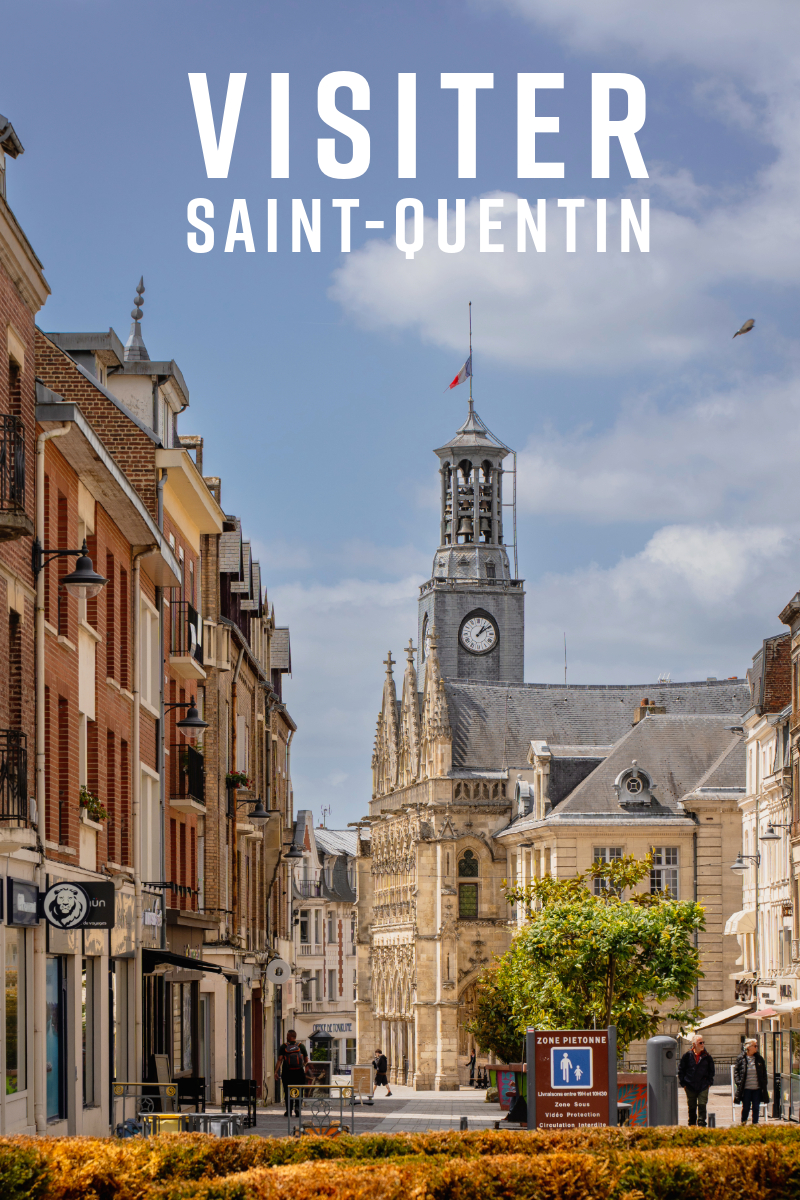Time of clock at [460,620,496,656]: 1:09
